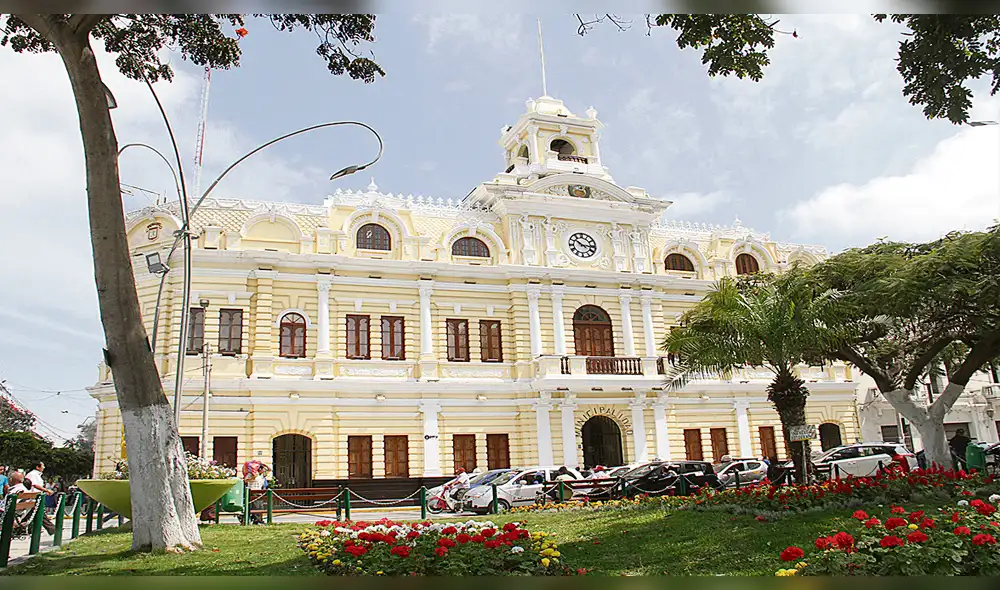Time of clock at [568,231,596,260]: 10:15
